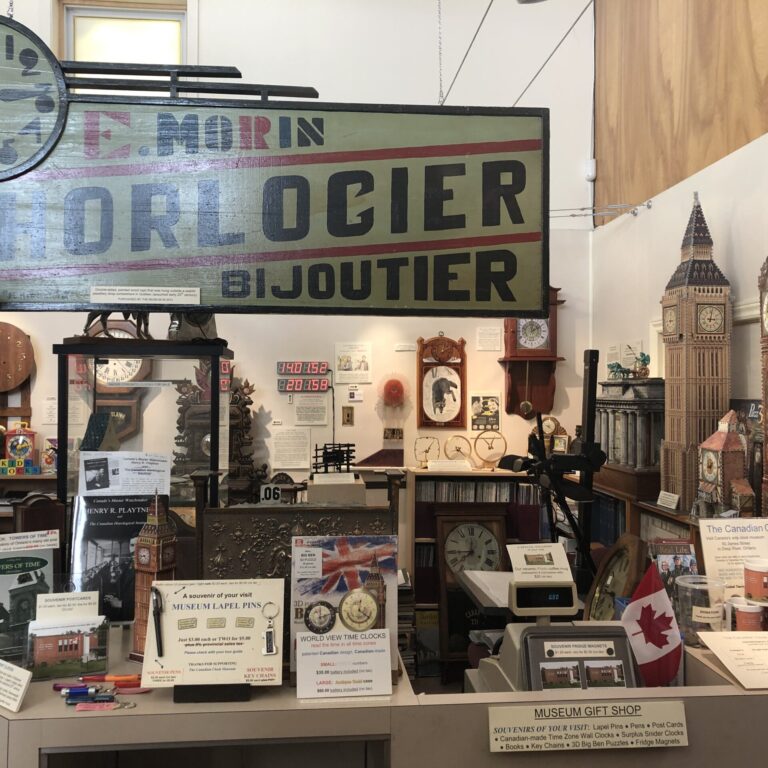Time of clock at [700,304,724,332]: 3:02
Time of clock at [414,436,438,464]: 8:06
